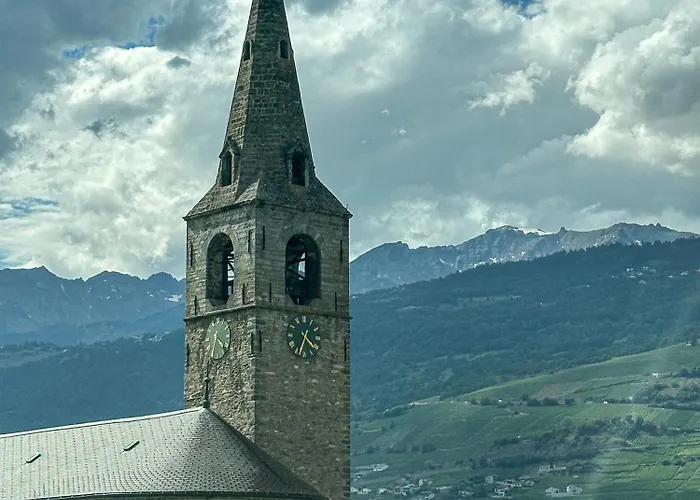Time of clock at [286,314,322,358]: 4:34
